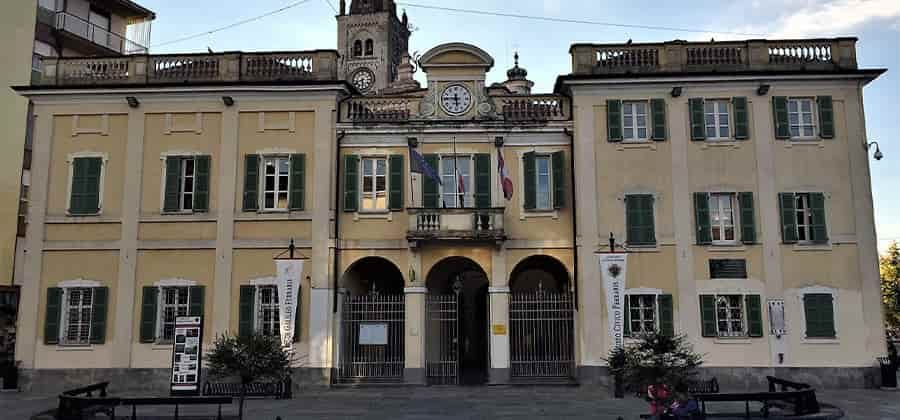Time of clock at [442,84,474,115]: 5:45
